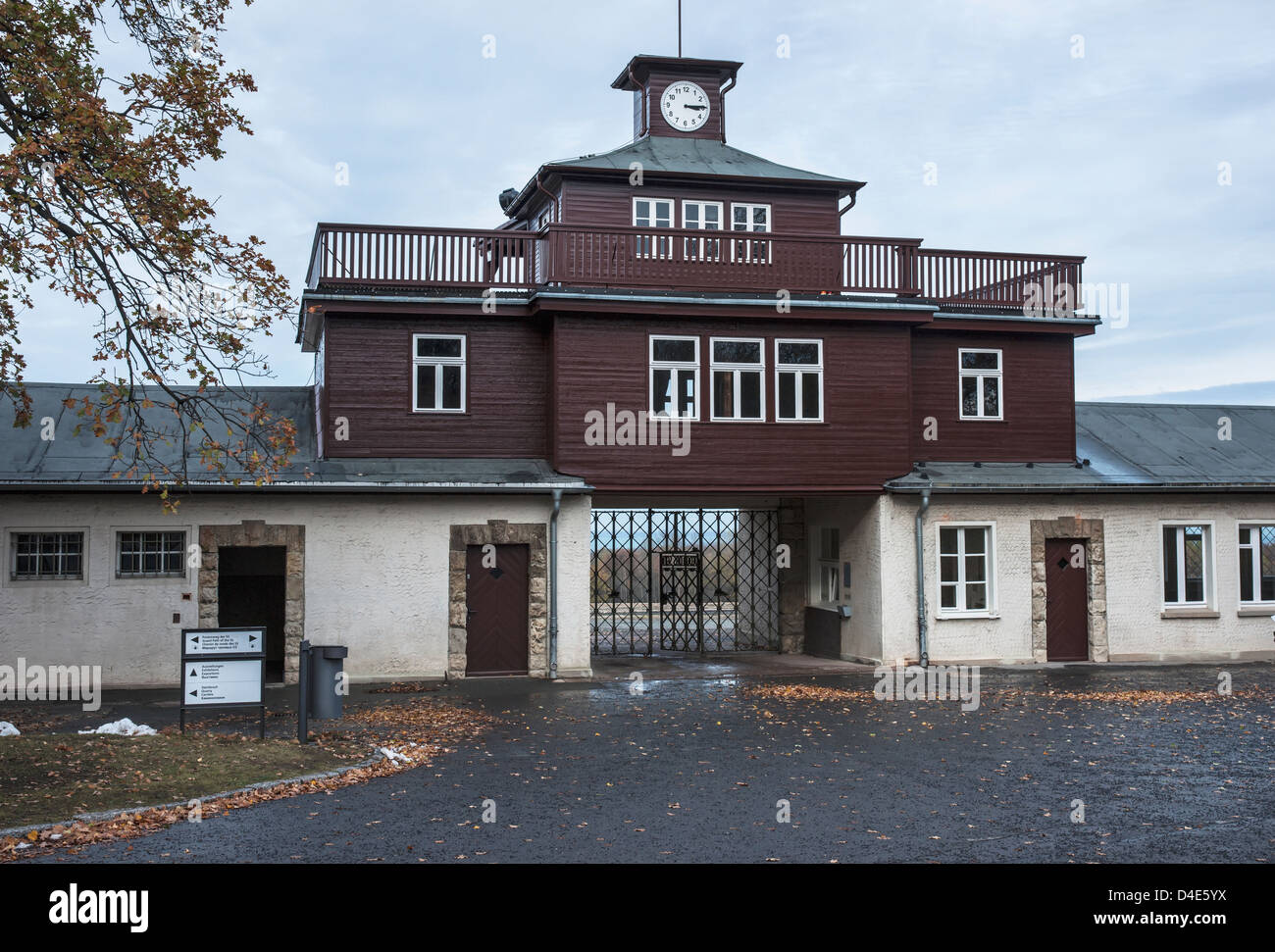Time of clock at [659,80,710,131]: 3:14
